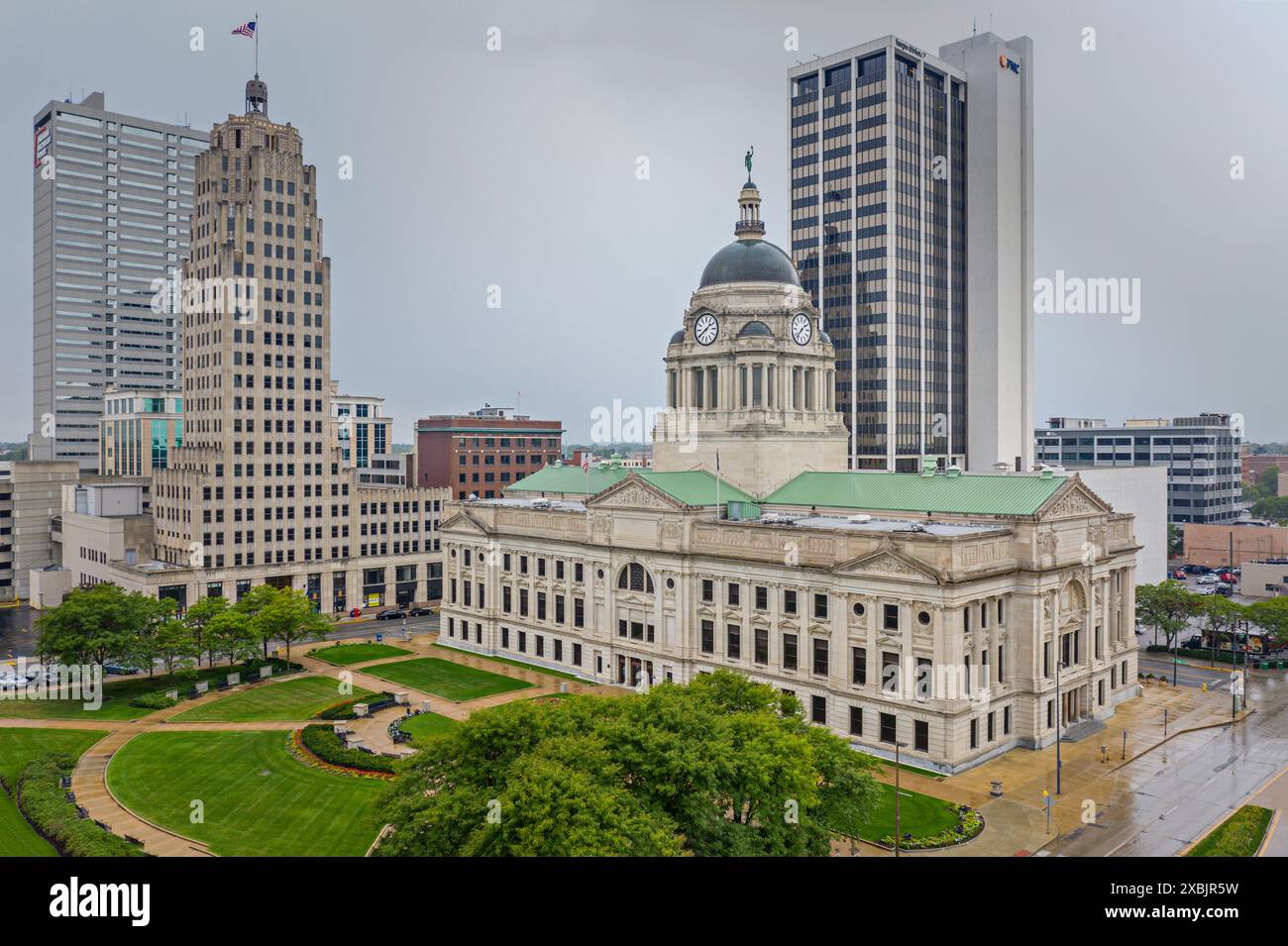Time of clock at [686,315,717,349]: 1:39
